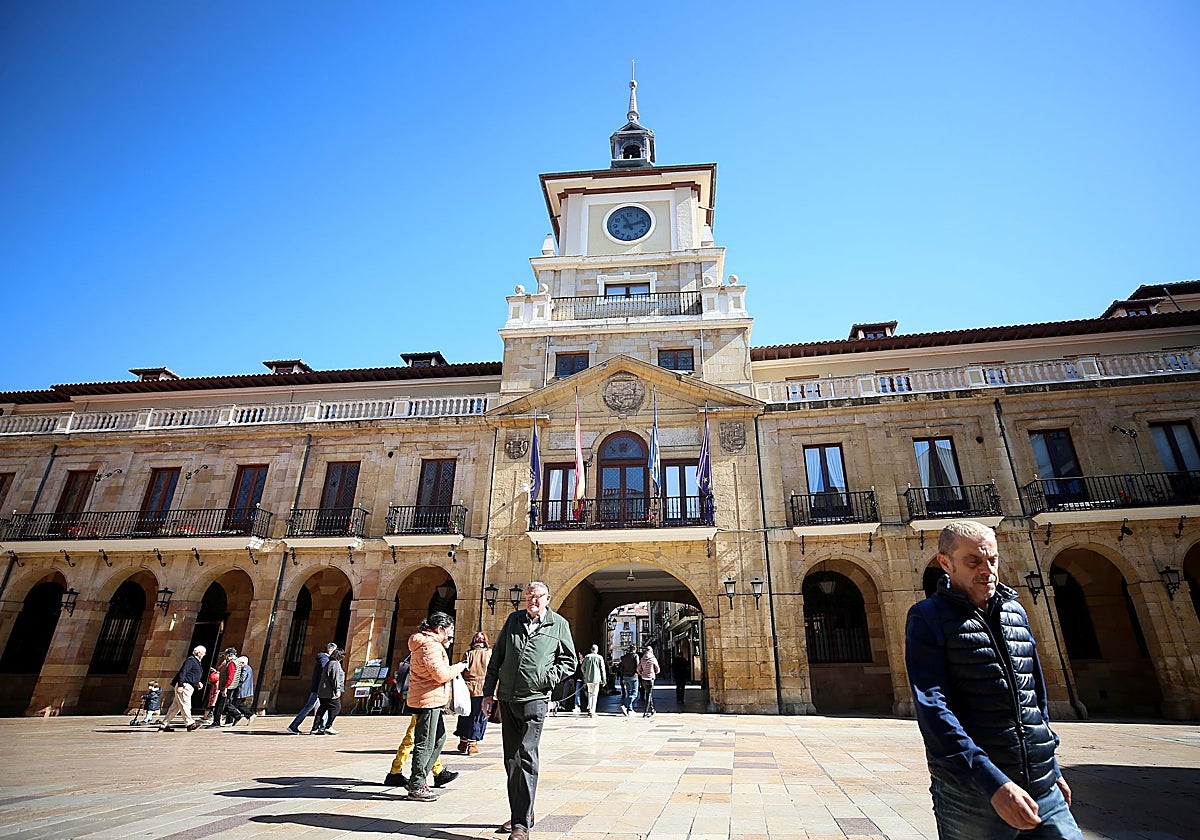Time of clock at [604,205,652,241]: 11:11
